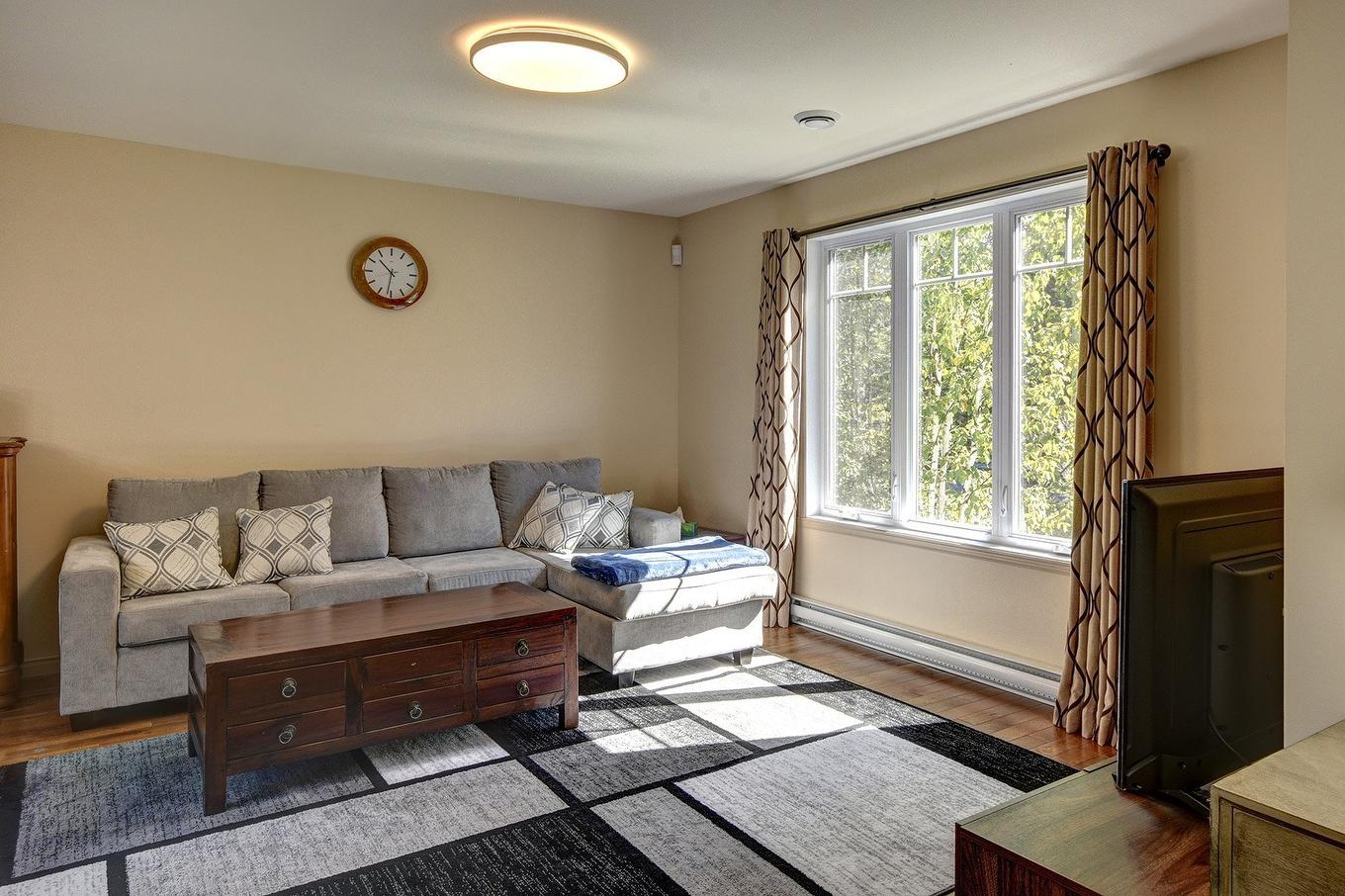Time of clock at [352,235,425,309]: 10:31
